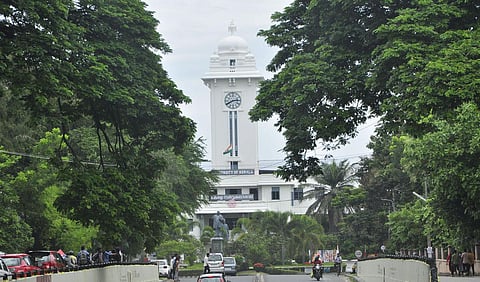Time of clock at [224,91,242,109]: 2:40
